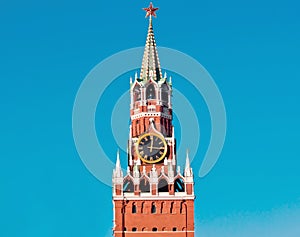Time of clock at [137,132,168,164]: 12:16
